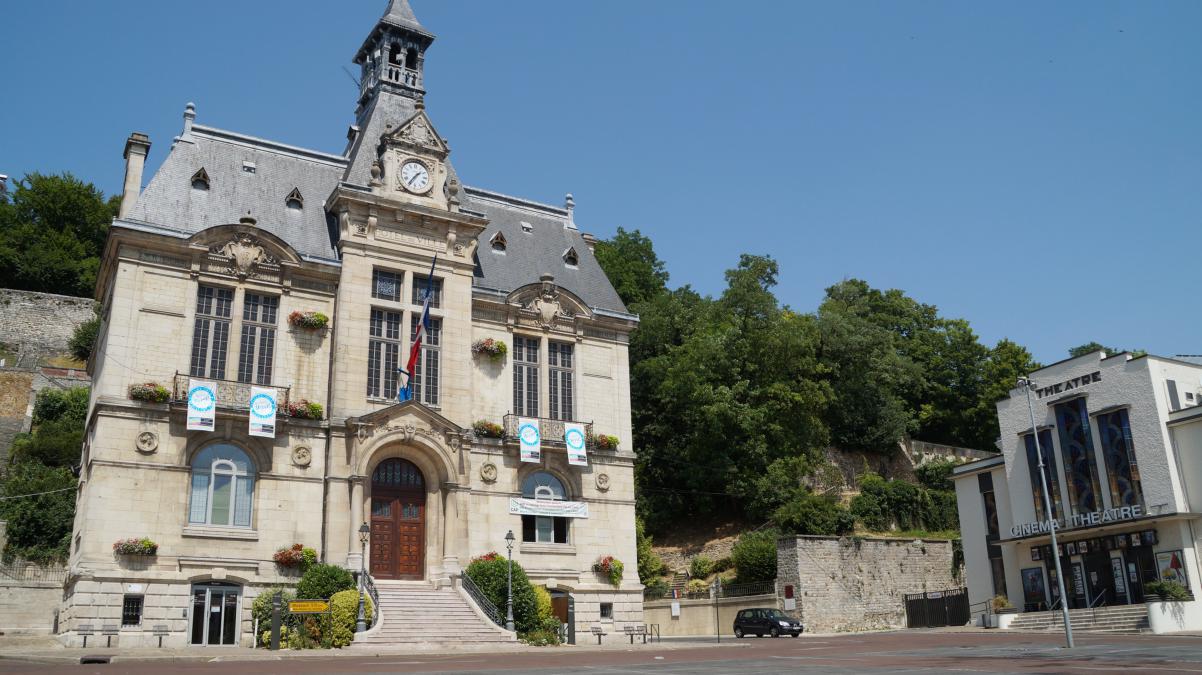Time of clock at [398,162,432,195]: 1:36
